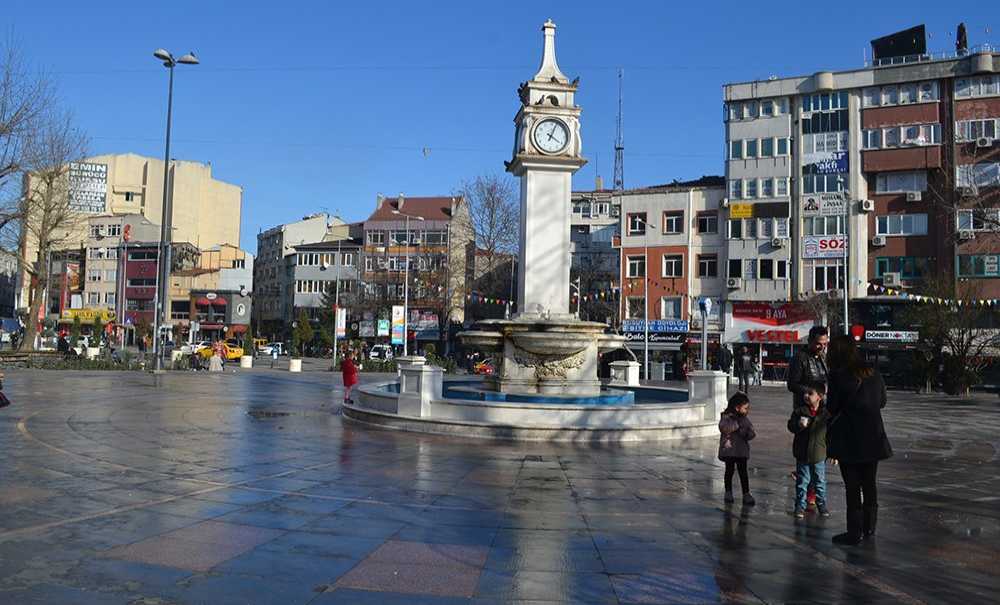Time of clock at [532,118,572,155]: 4:04
